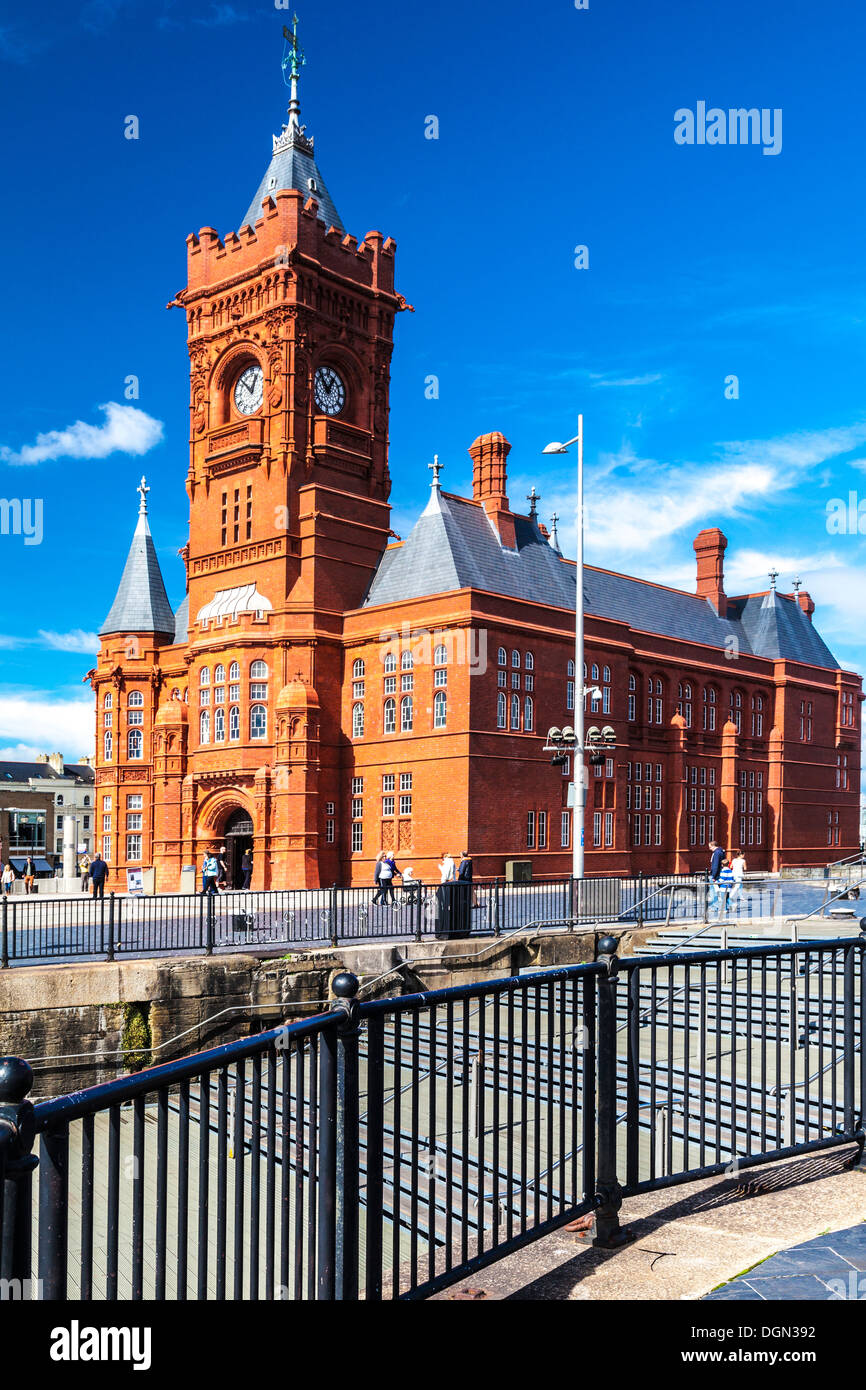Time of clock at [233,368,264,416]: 12:52
